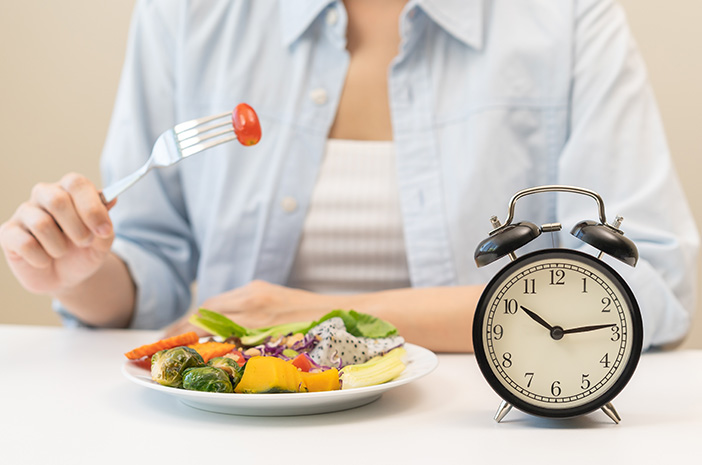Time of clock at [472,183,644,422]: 10:13
